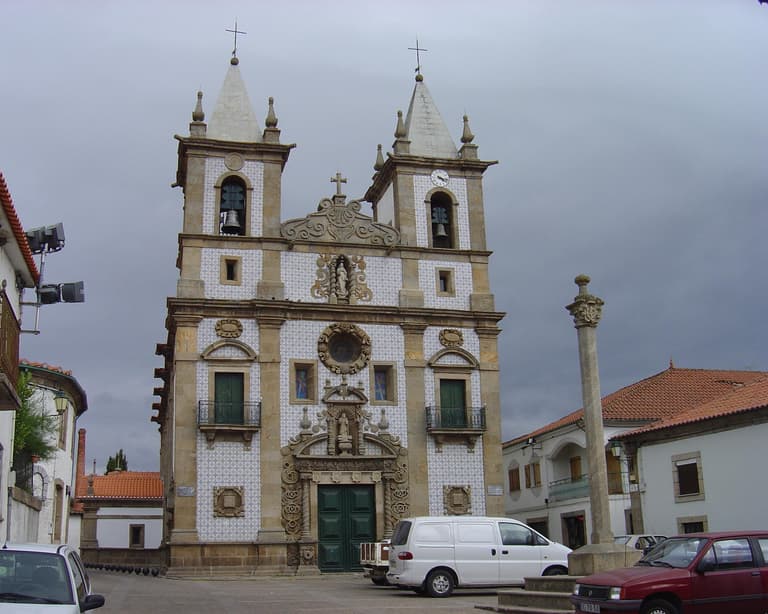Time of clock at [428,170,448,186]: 4:17
